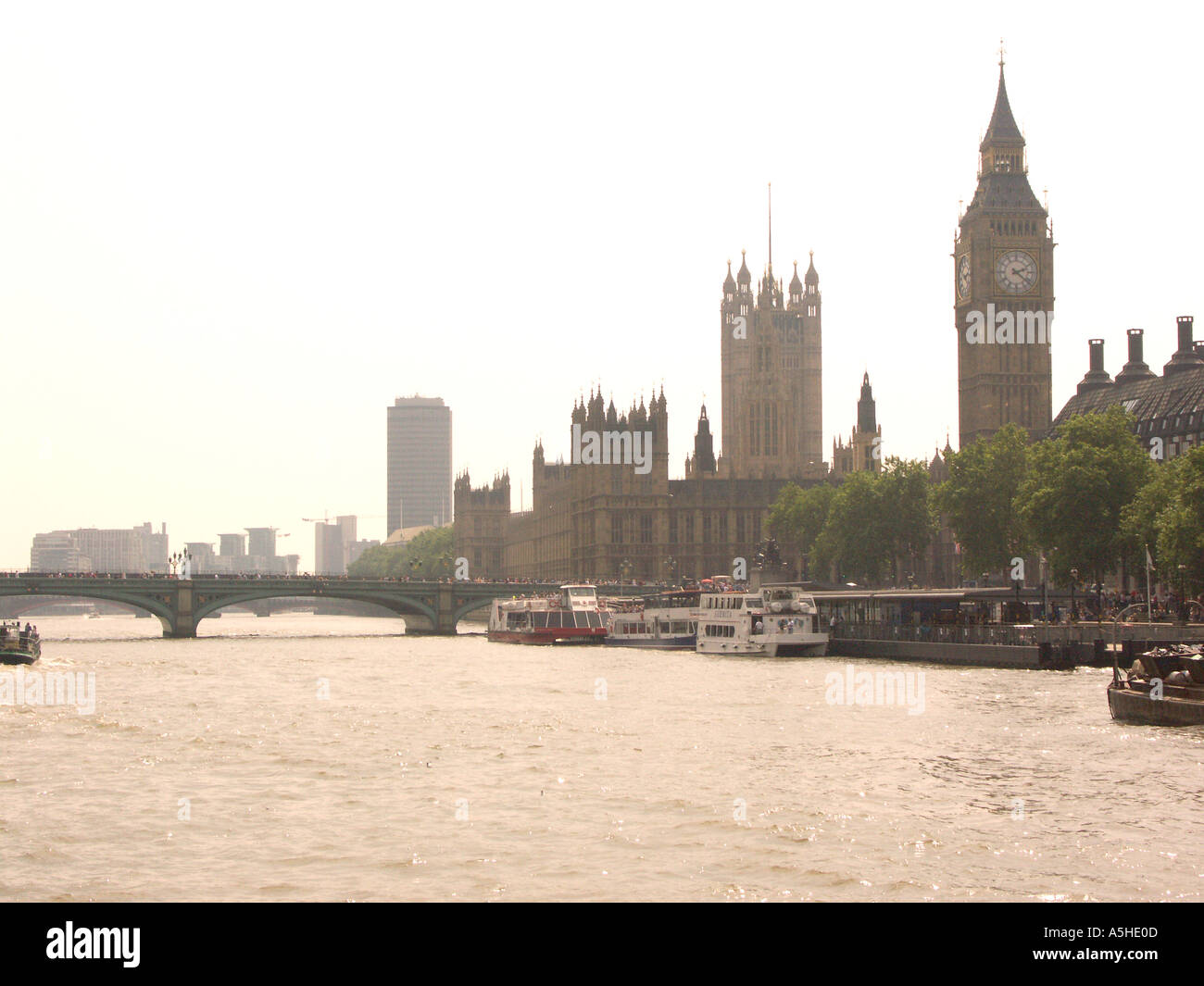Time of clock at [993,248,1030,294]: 2:21
